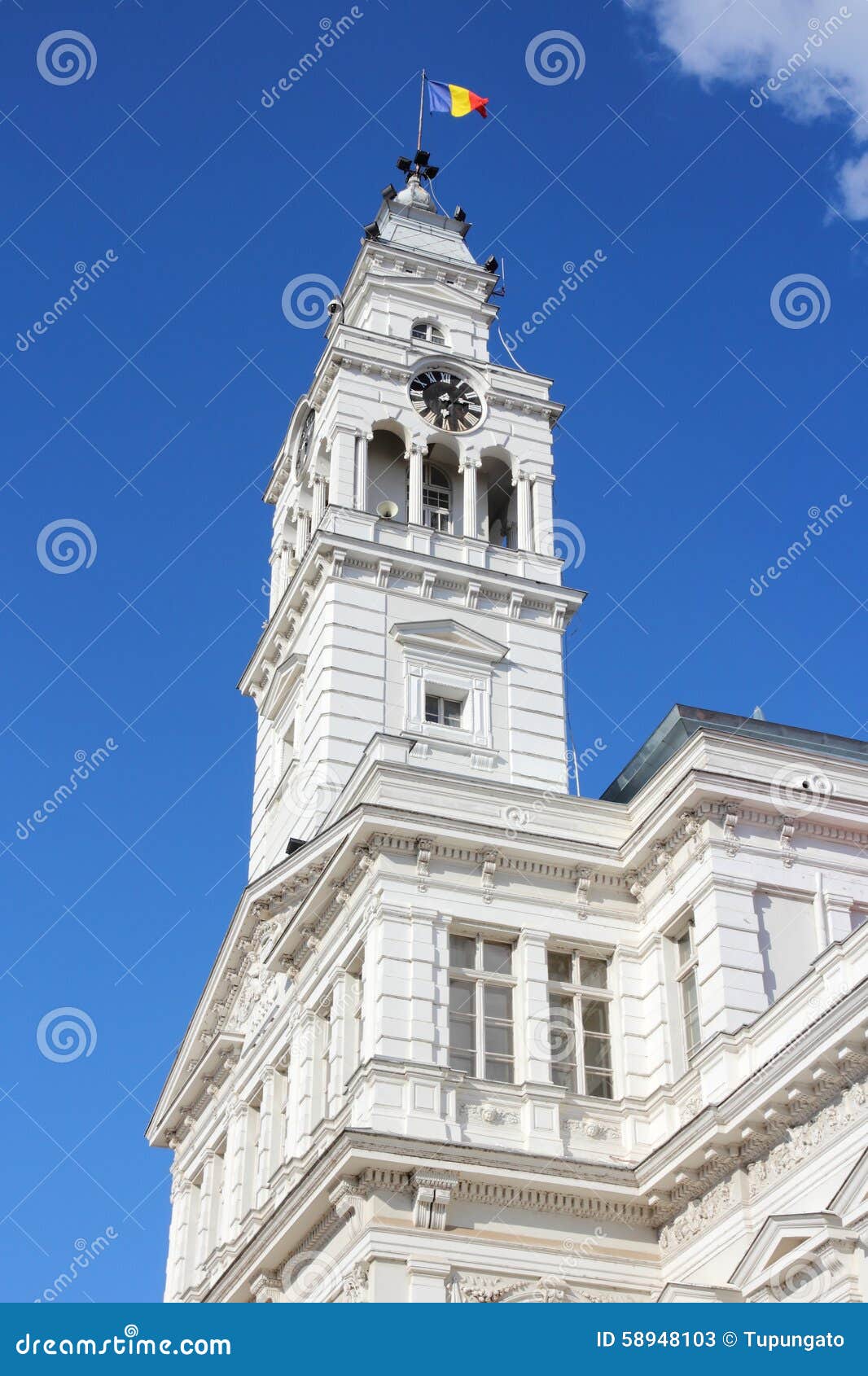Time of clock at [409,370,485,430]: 6:15
